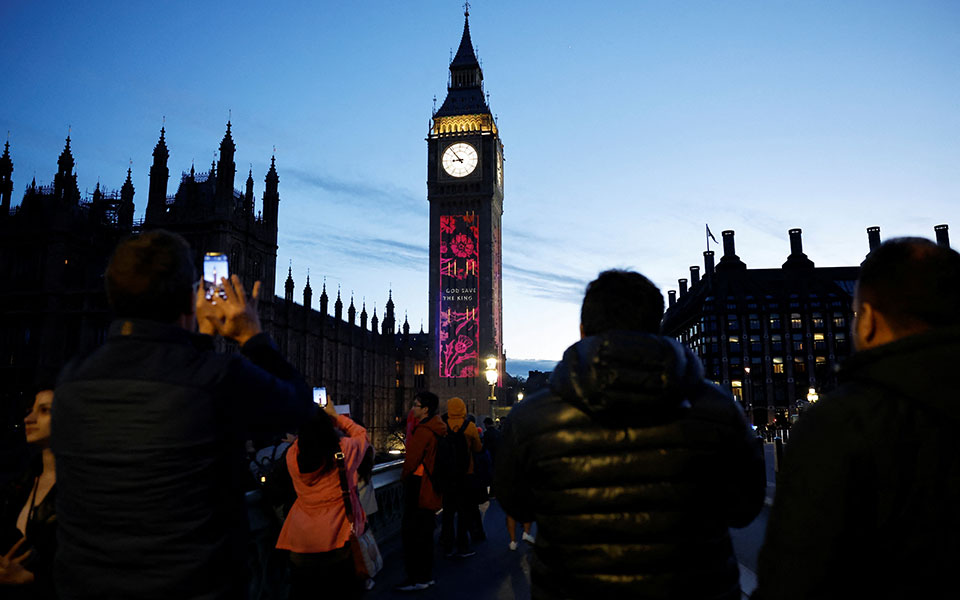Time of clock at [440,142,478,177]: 8:53
